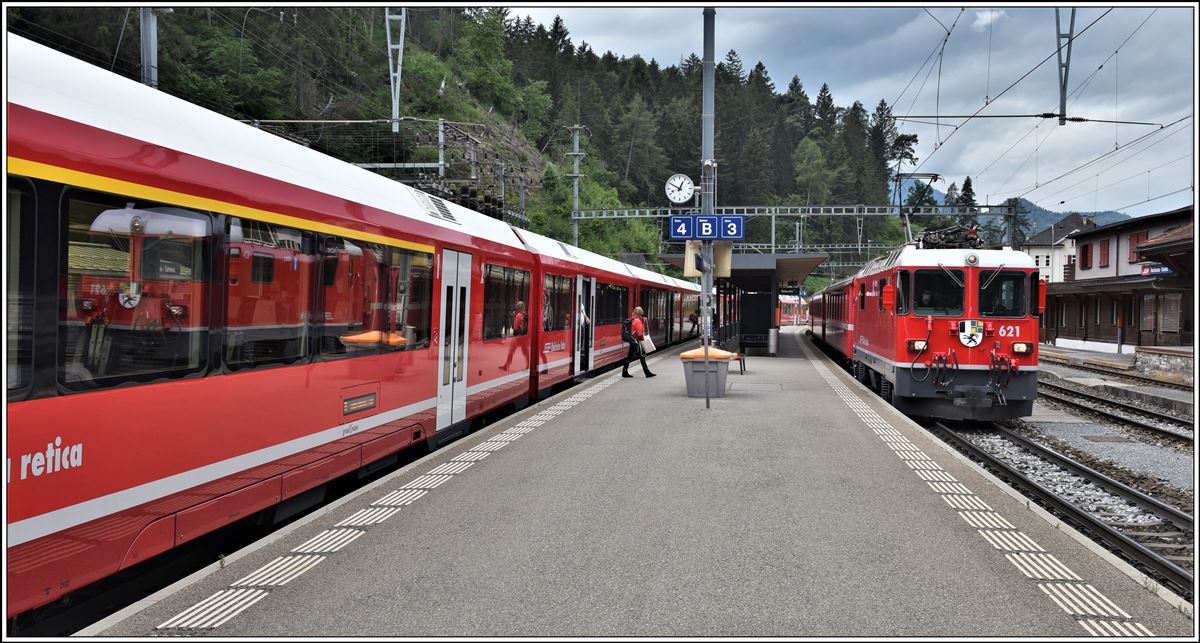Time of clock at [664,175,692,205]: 12:49
